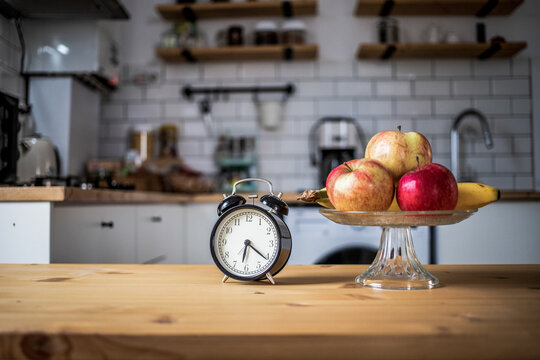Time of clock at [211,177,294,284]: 6:21
